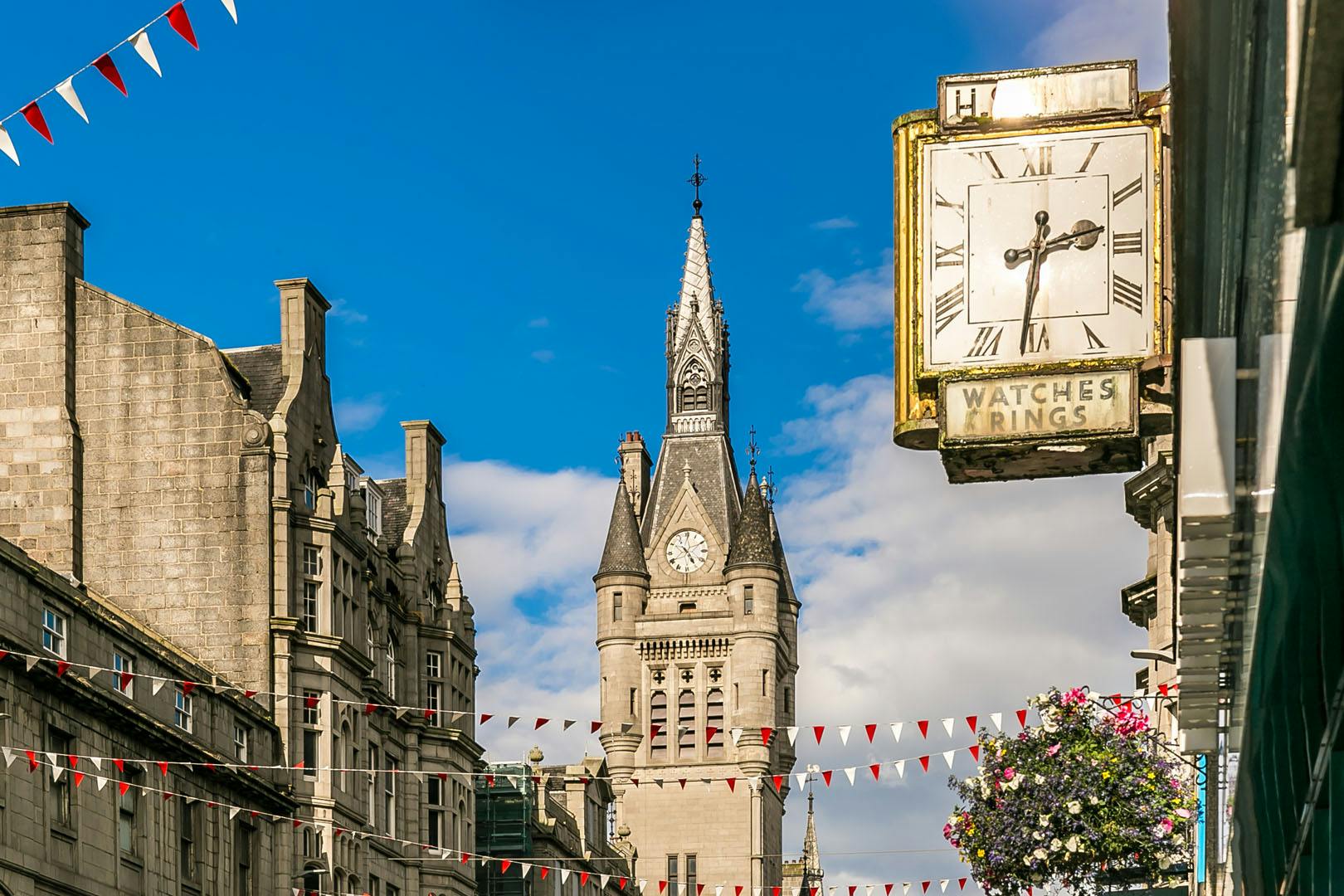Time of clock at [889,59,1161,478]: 2:31
